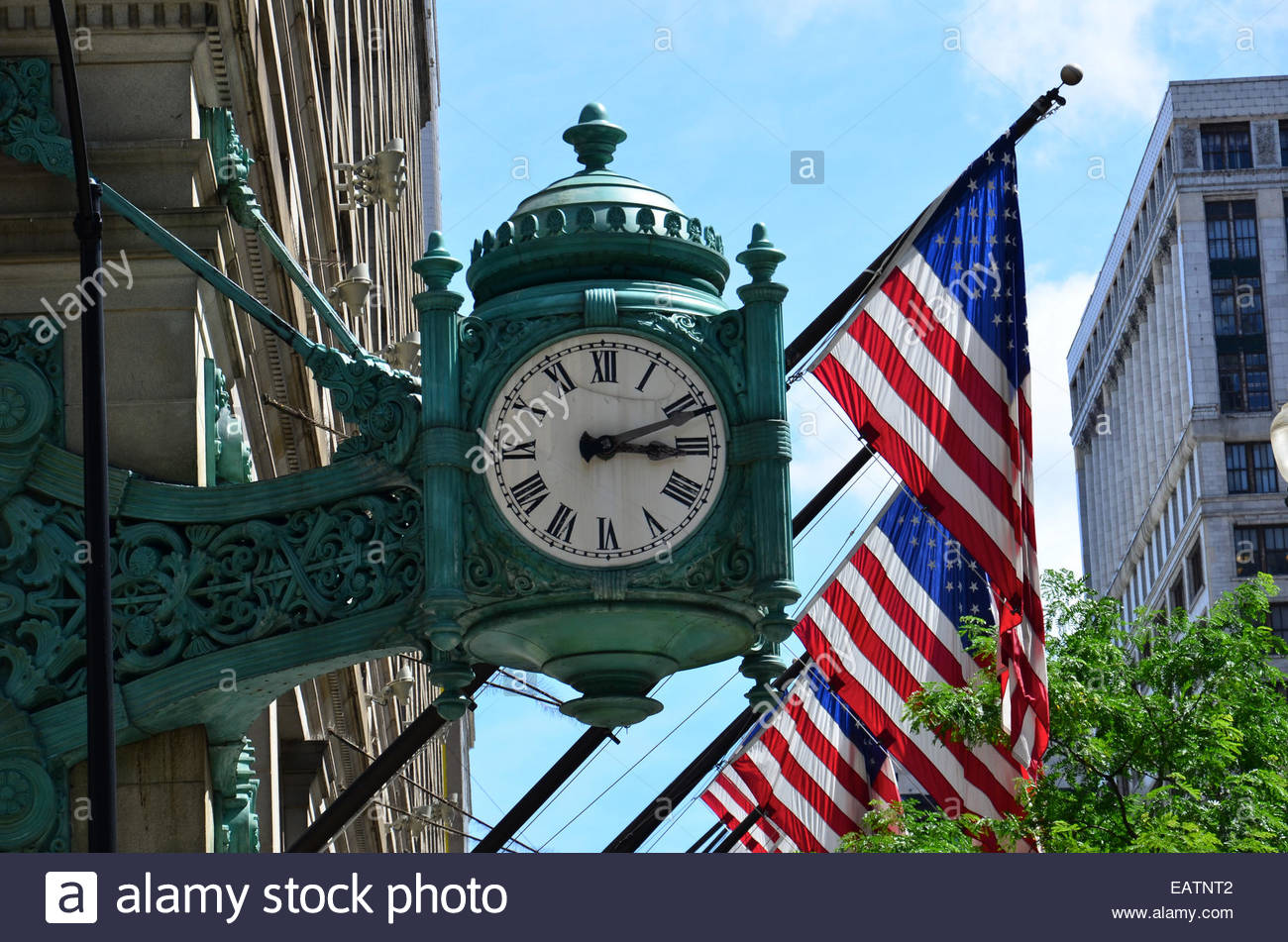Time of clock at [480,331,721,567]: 3:11
